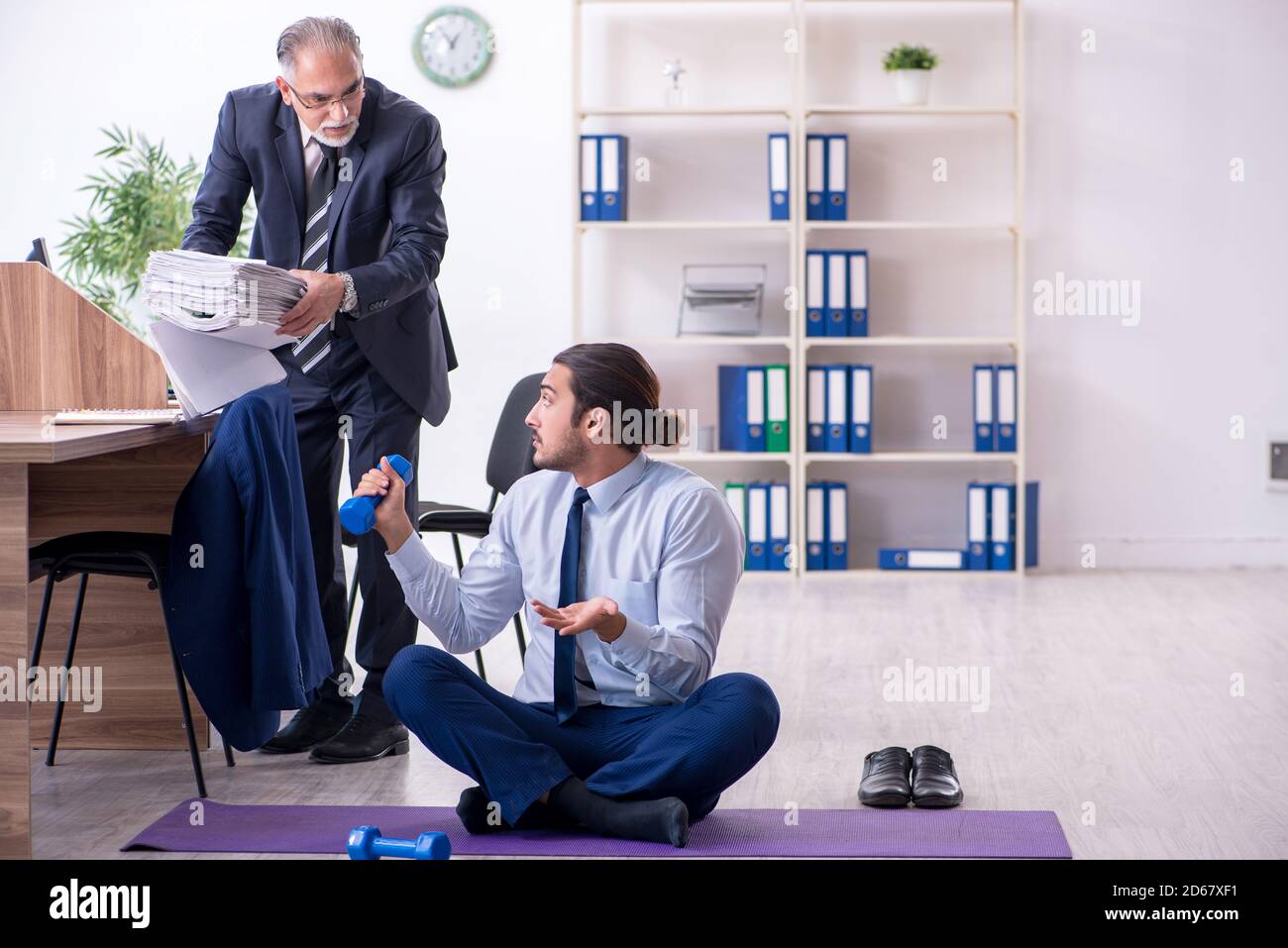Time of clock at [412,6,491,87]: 12:54
